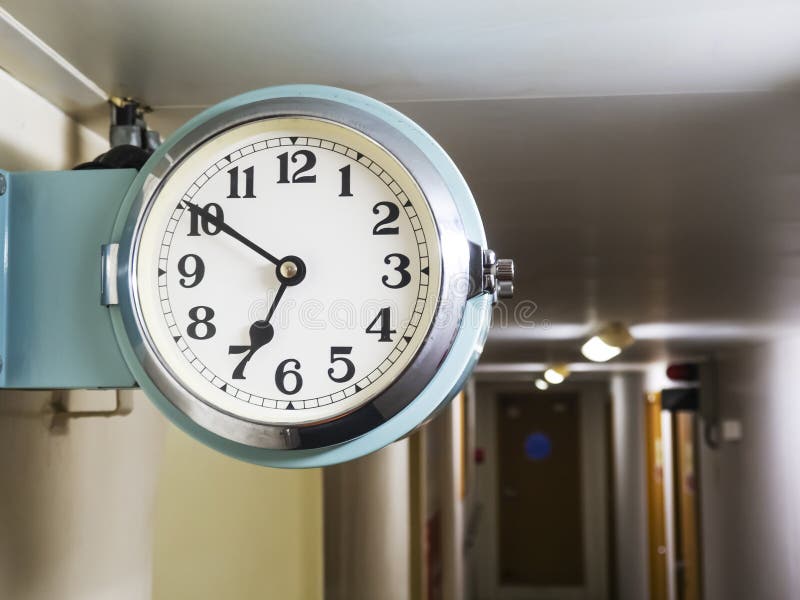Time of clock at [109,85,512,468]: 6:50
